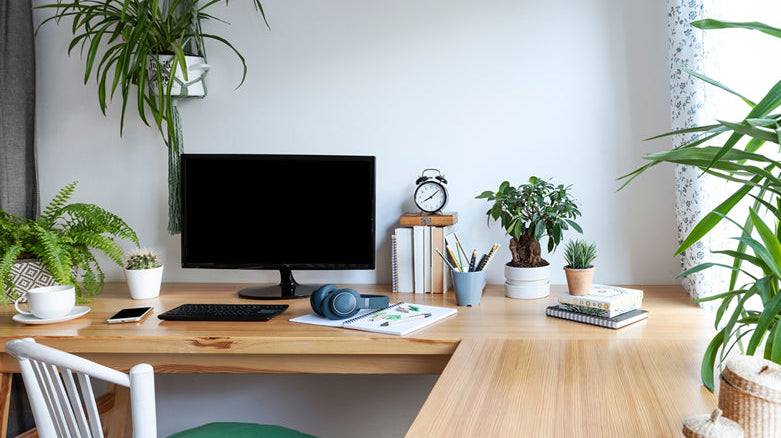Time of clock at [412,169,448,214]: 8:08
